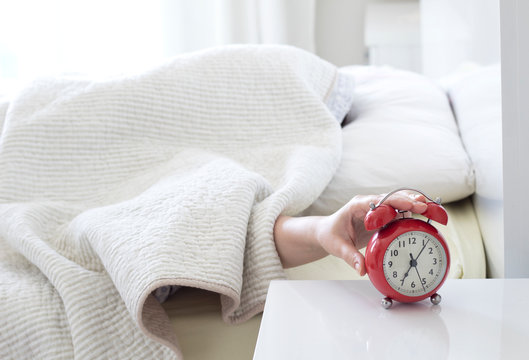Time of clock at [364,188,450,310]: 7:06
